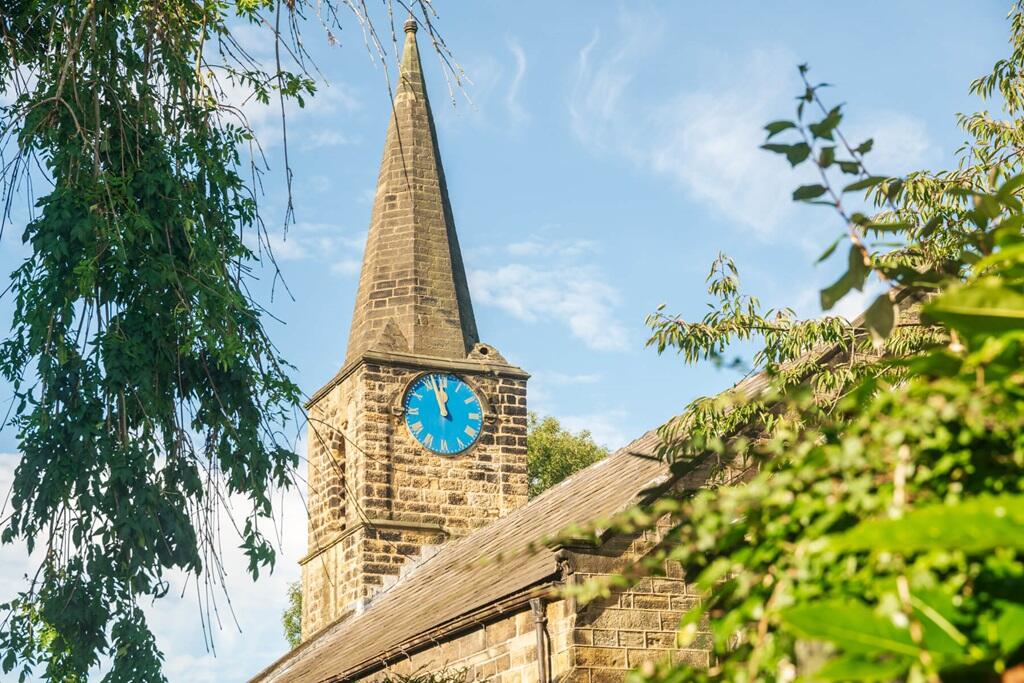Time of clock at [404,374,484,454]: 11:57
